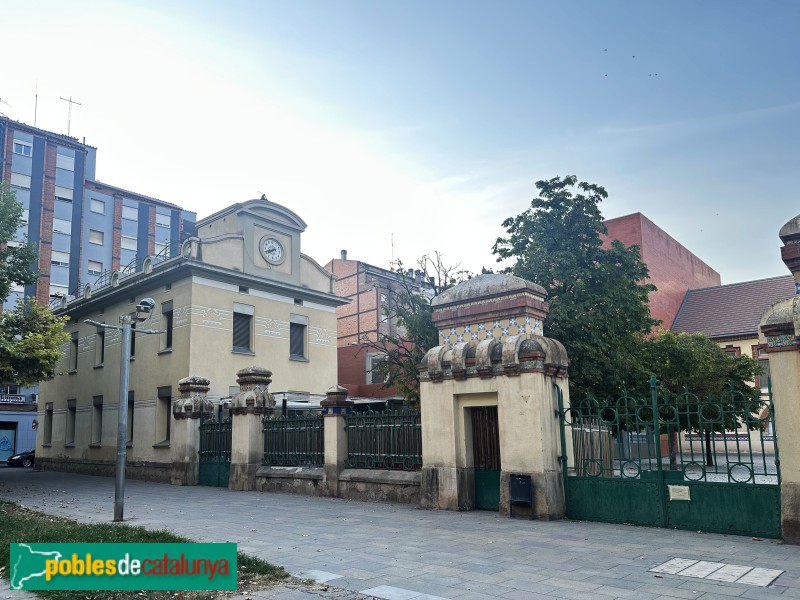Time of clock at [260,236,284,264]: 7:41
